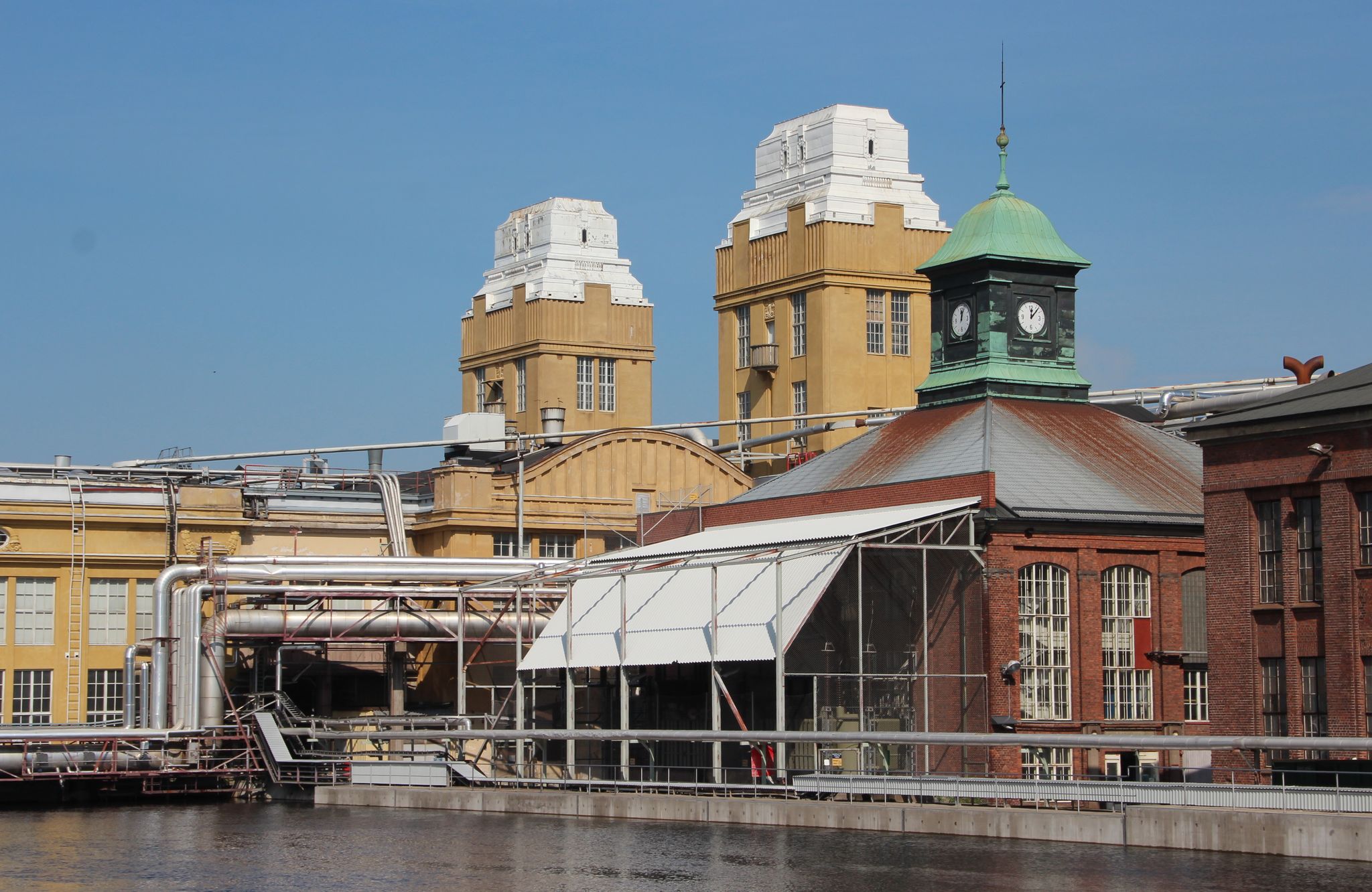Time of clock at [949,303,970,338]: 12:03
